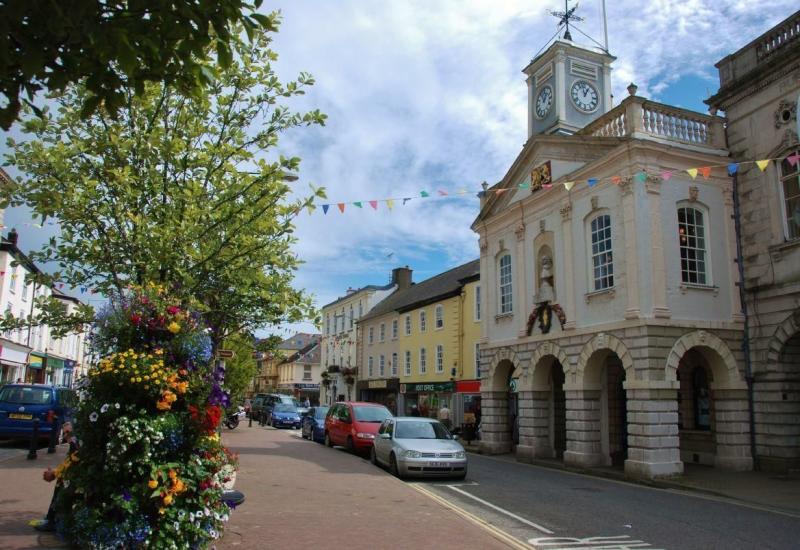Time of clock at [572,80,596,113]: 12:57
